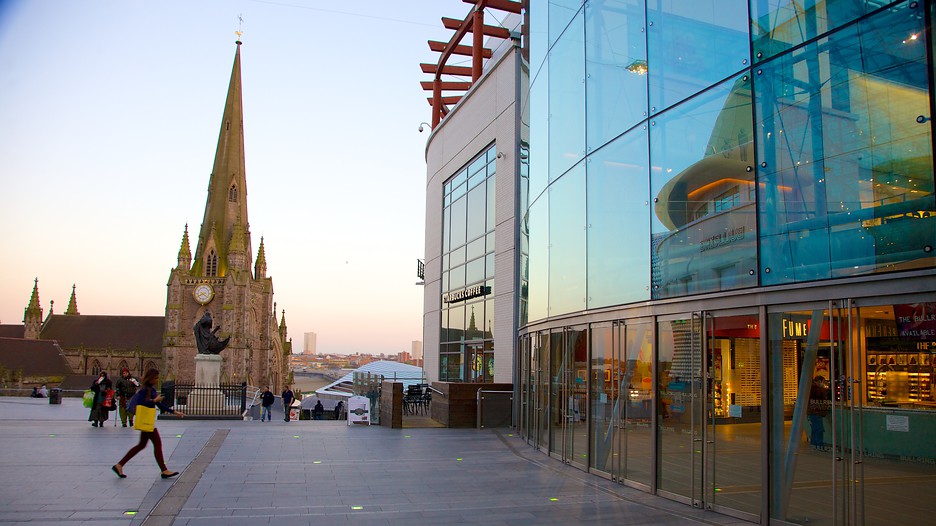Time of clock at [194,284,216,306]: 8:21
